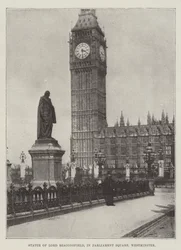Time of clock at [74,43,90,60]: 3:30
